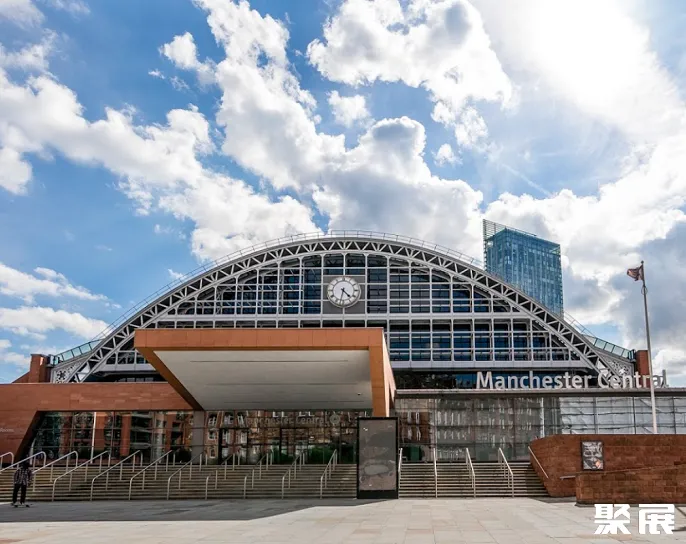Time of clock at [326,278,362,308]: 4:32
